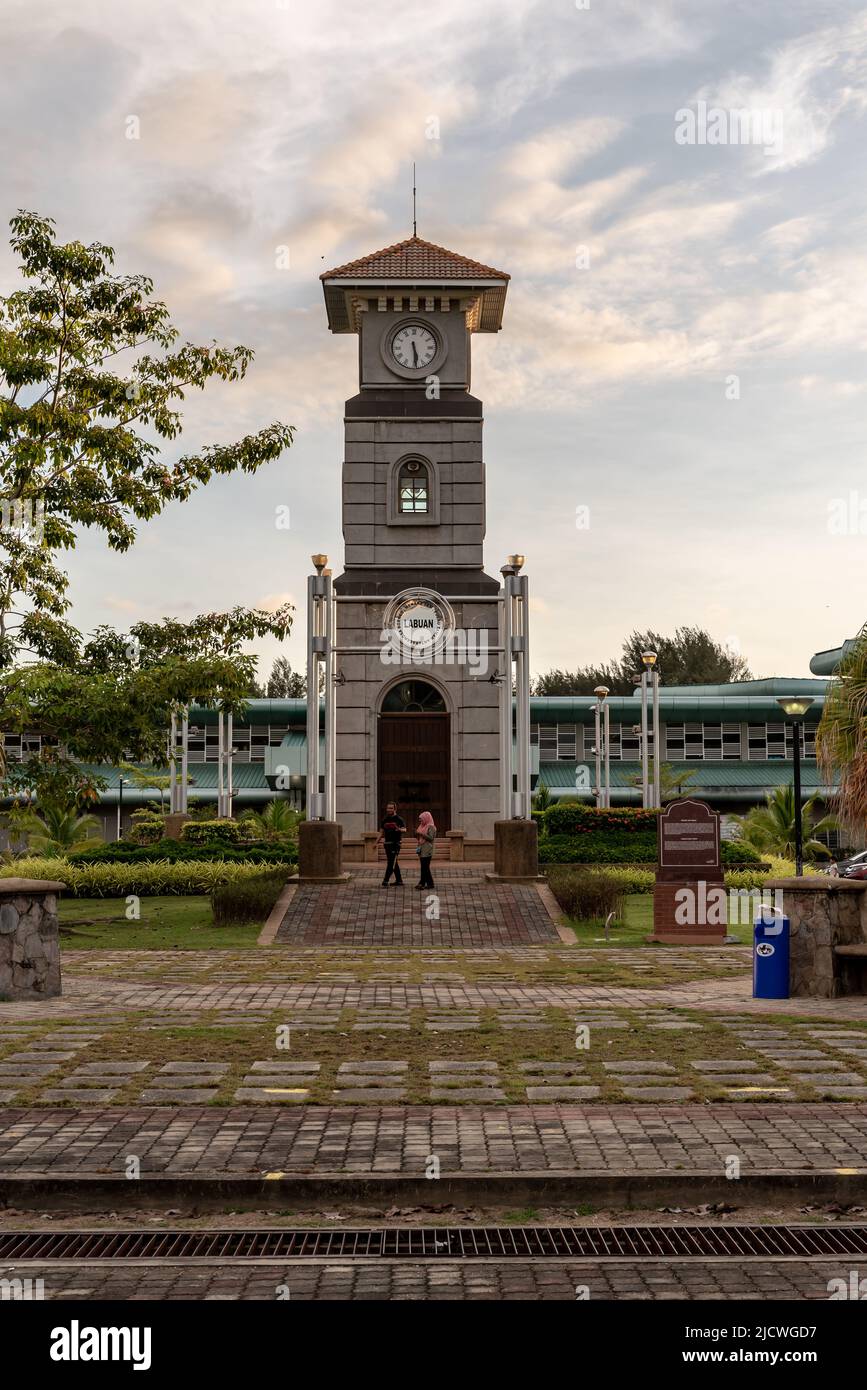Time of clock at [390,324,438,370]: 5:29
